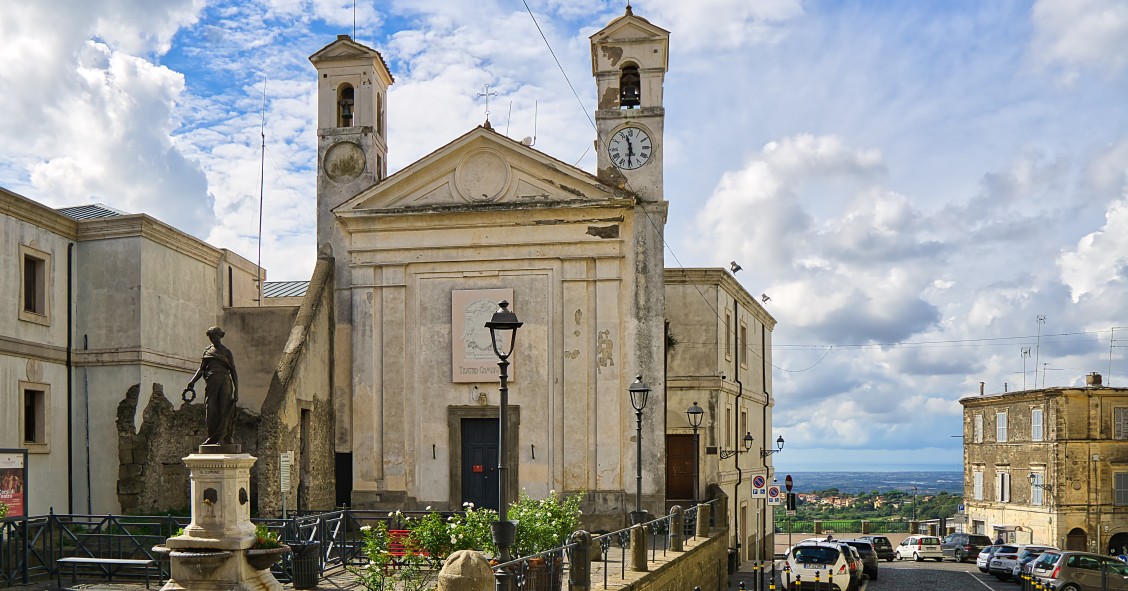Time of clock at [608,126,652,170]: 11:30
